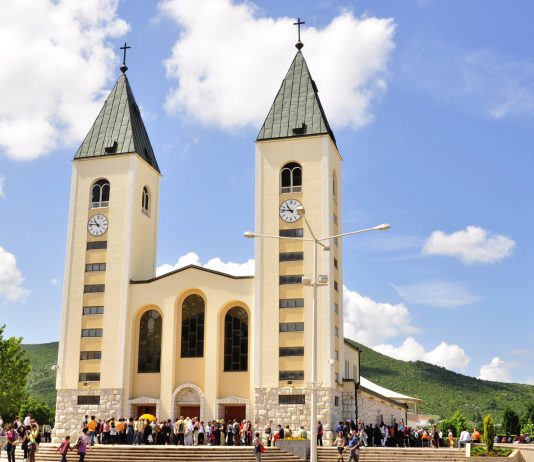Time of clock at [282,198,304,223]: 10:46
